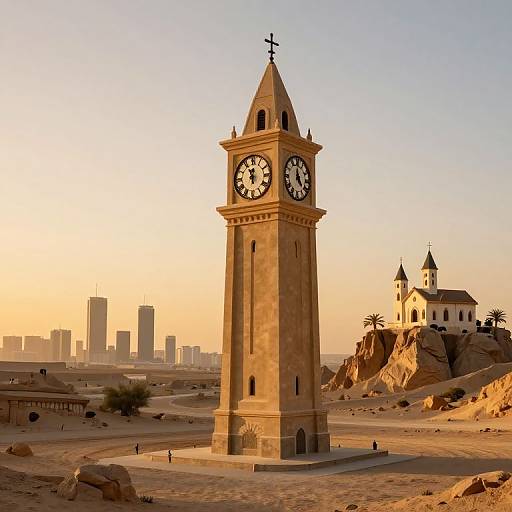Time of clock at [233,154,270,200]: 11:55
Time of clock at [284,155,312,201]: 4:59
